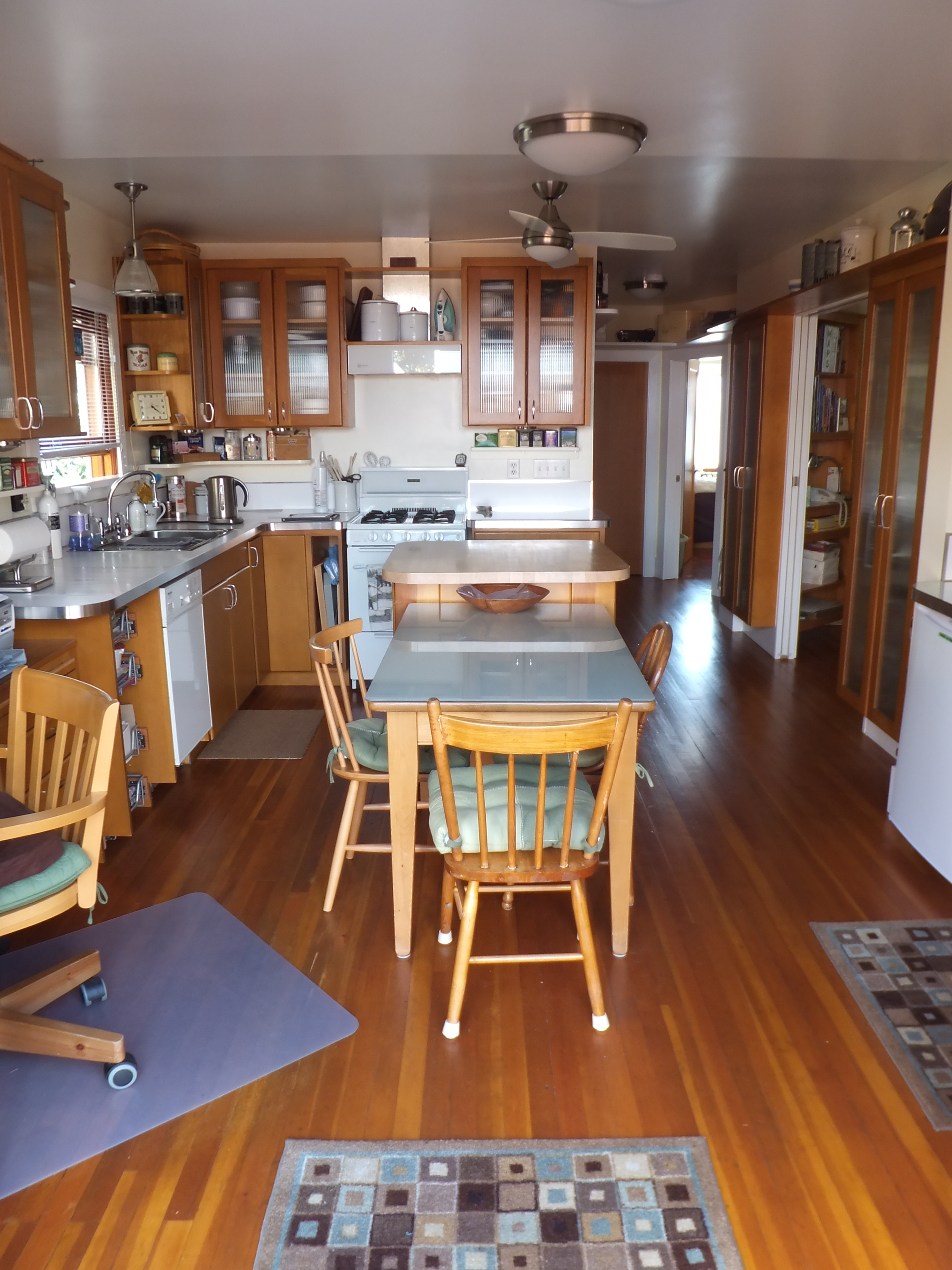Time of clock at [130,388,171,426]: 4:21
